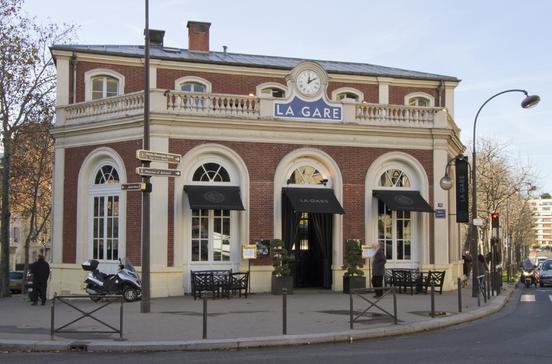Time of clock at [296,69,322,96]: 2:00
